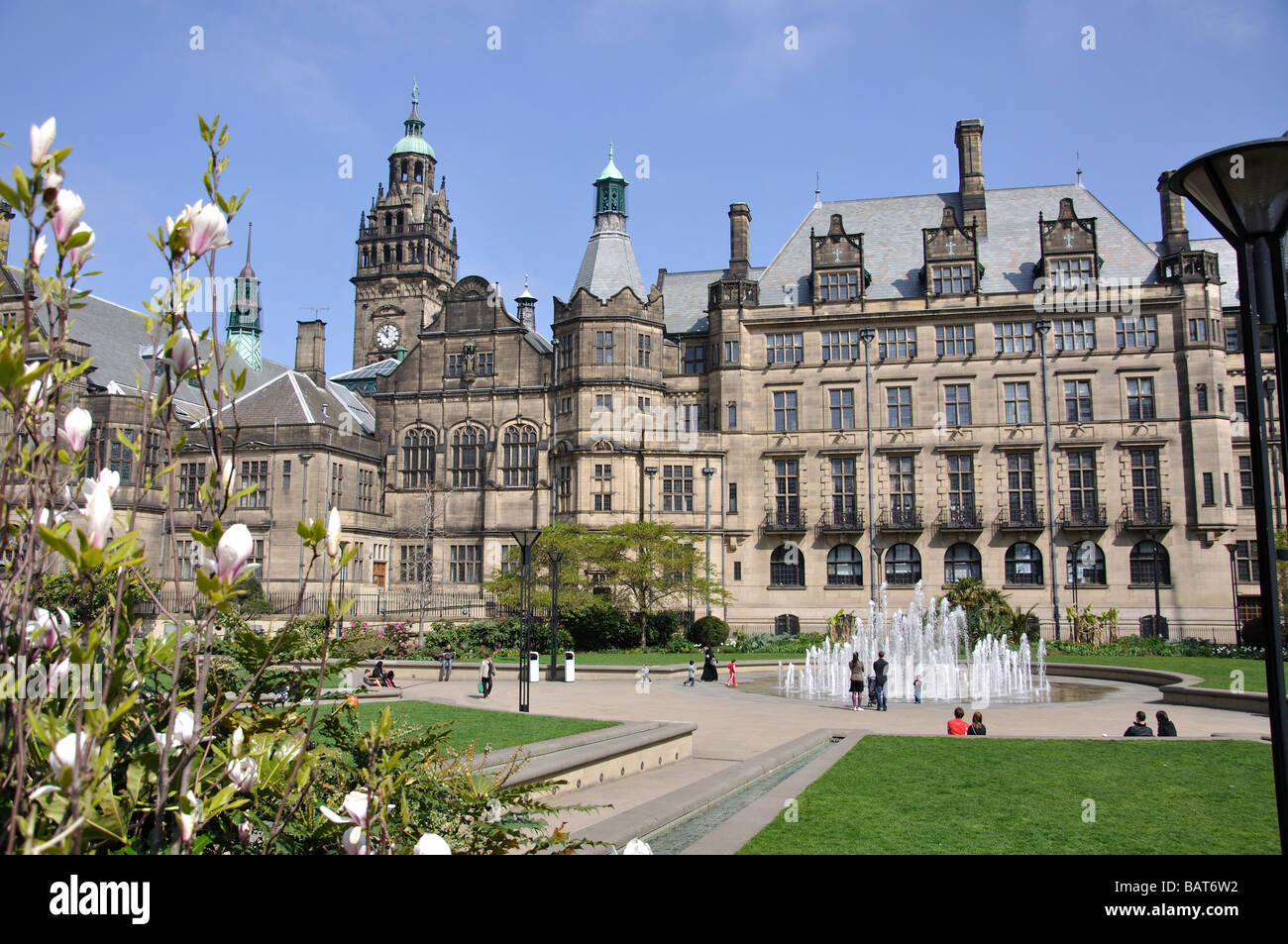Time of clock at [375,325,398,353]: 11:52
